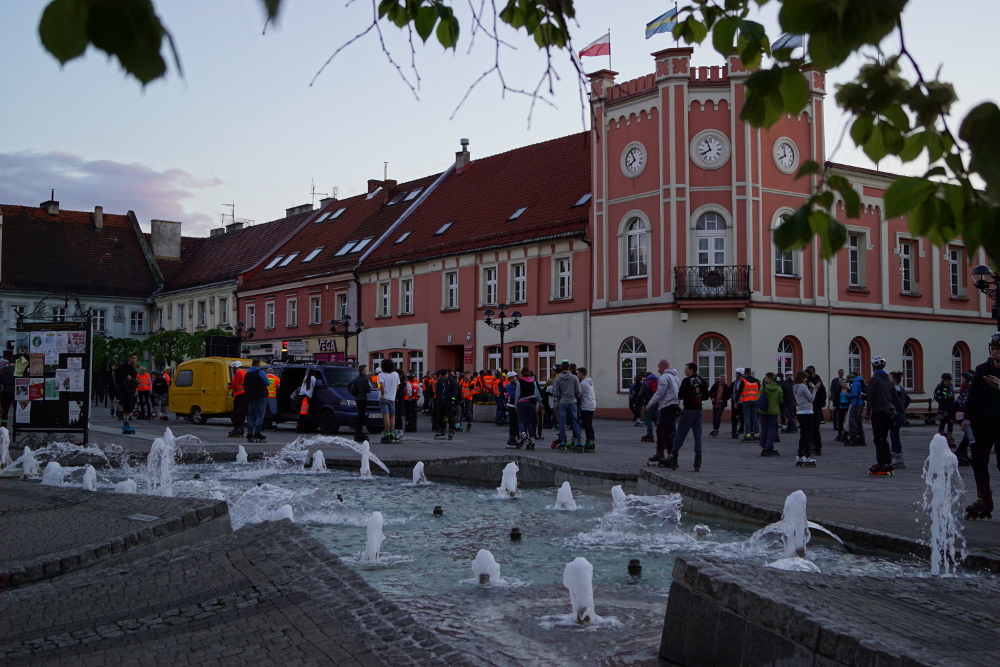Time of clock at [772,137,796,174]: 7:58
